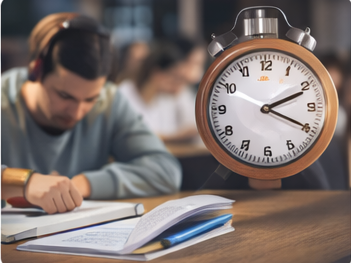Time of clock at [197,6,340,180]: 2:19
